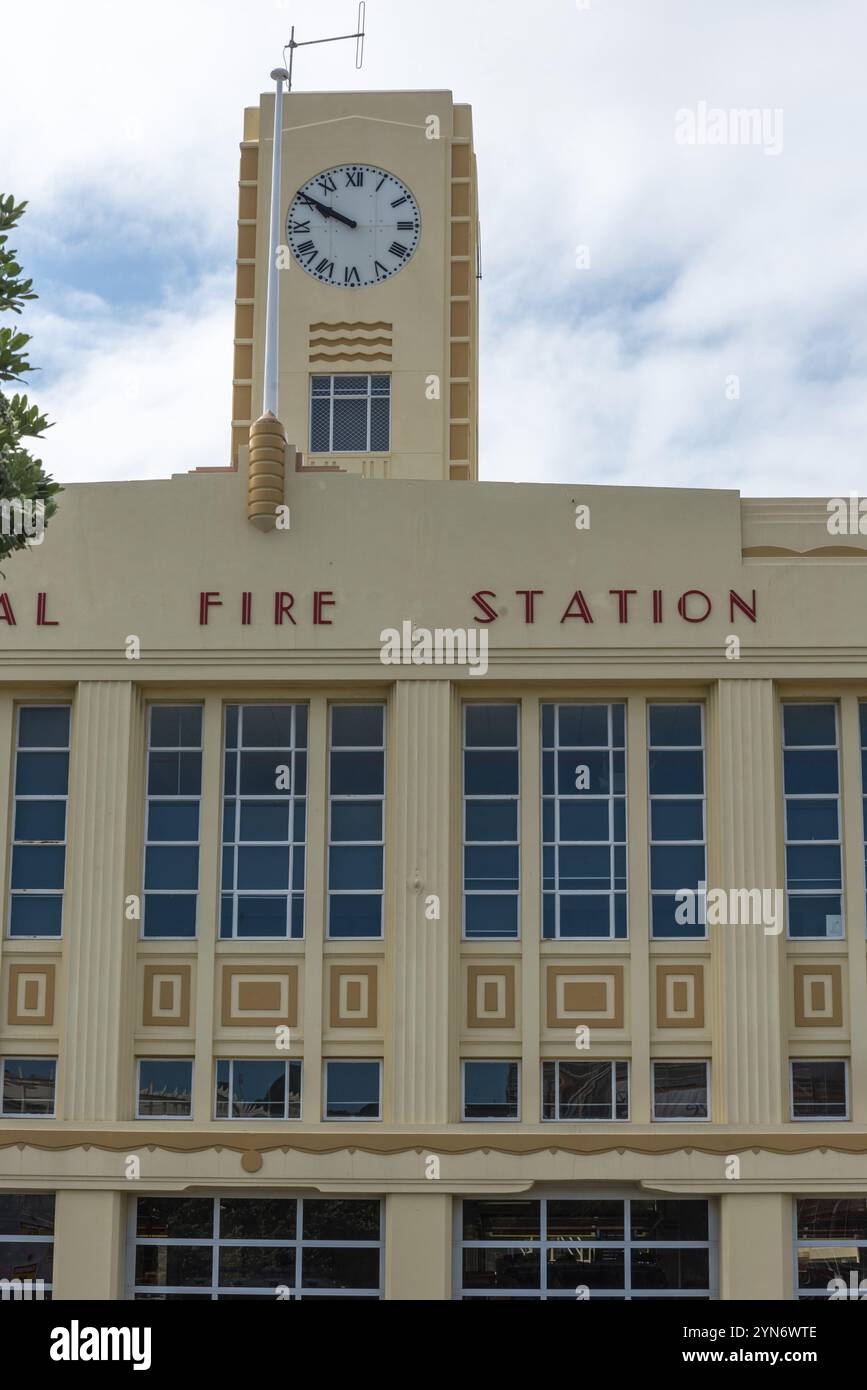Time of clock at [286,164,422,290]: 9:50
